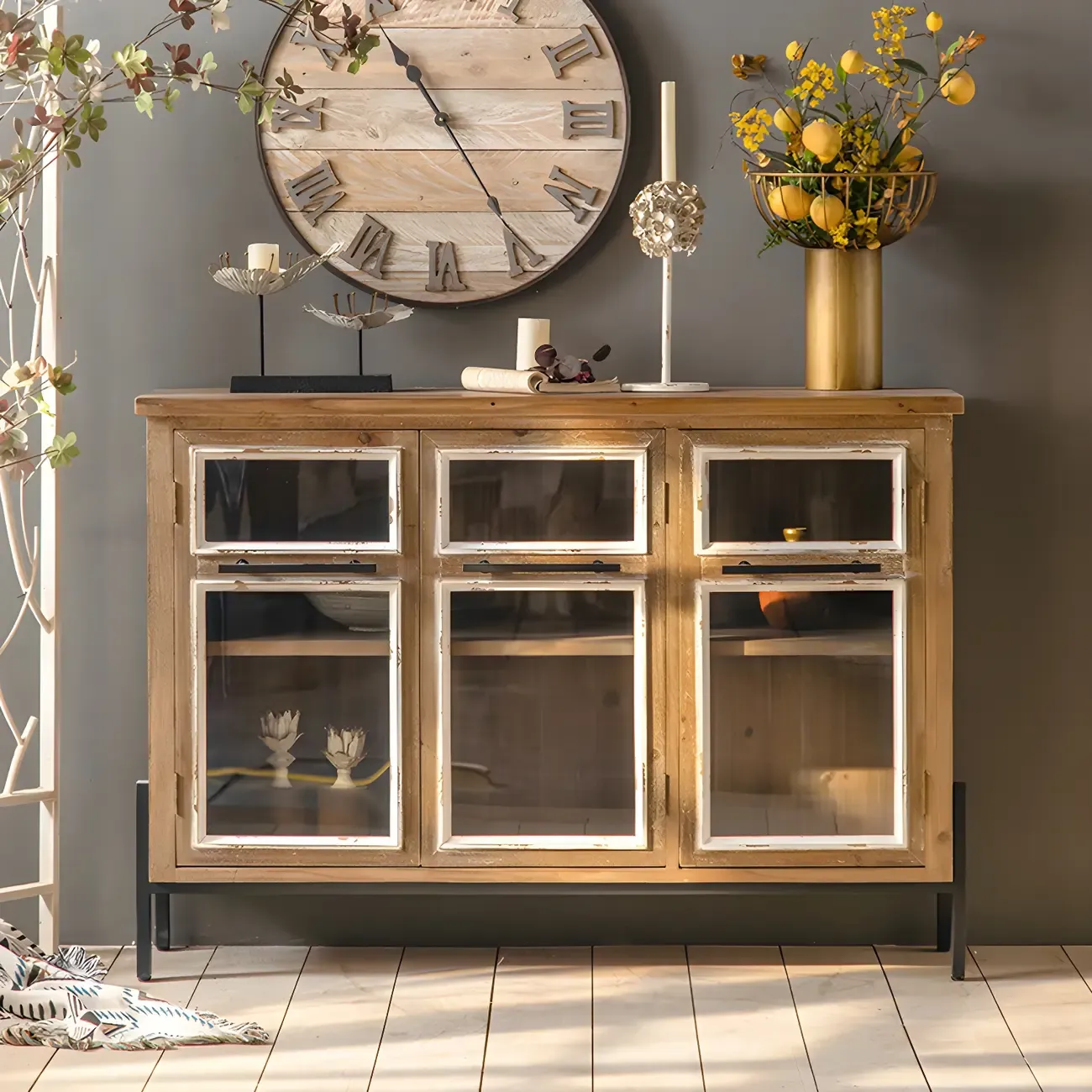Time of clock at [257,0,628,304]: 10:24
